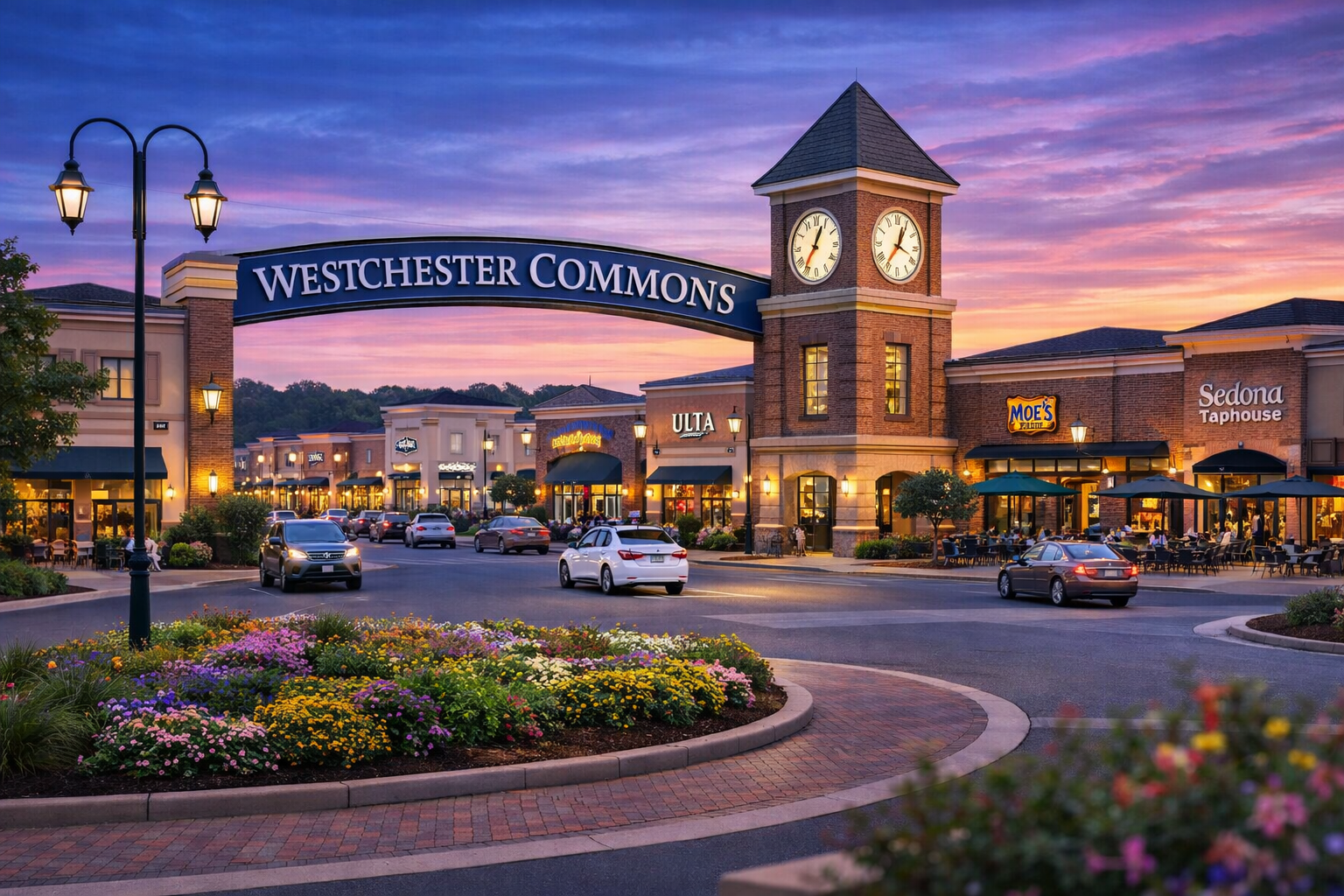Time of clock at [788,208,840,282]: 12:36
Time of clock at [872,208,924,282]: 12:36
